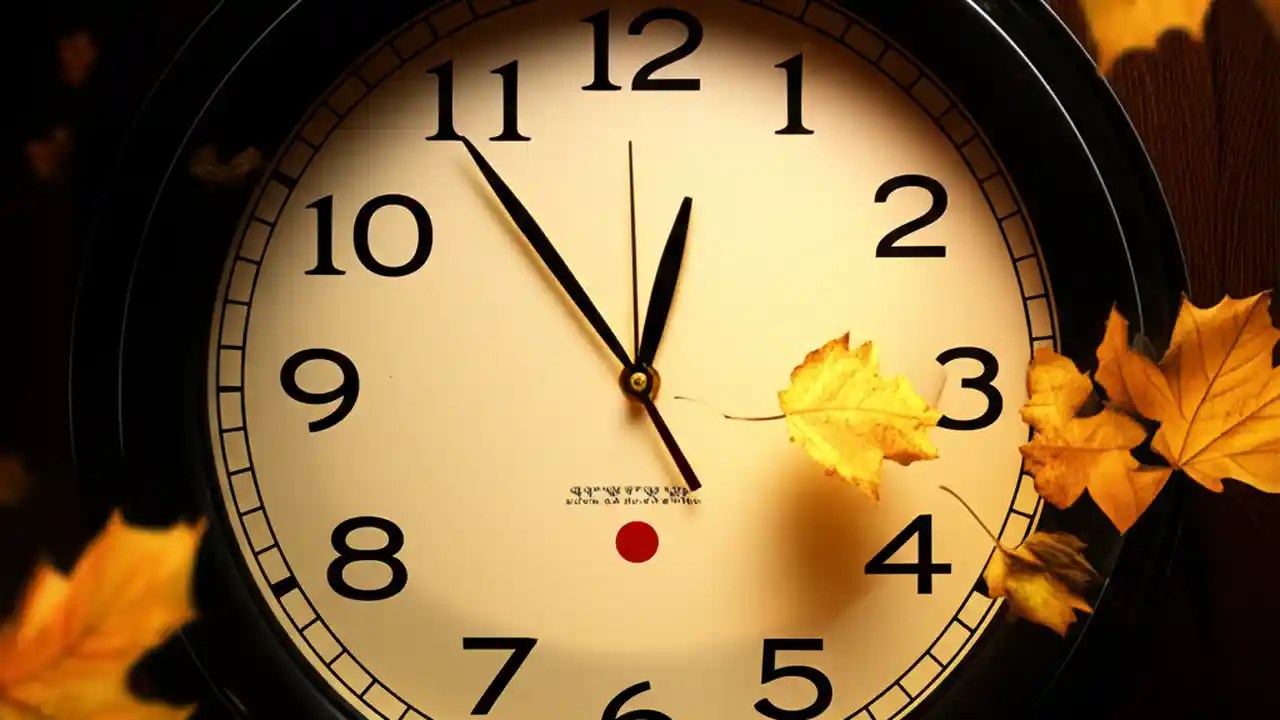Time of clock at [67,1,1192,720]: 12:54
